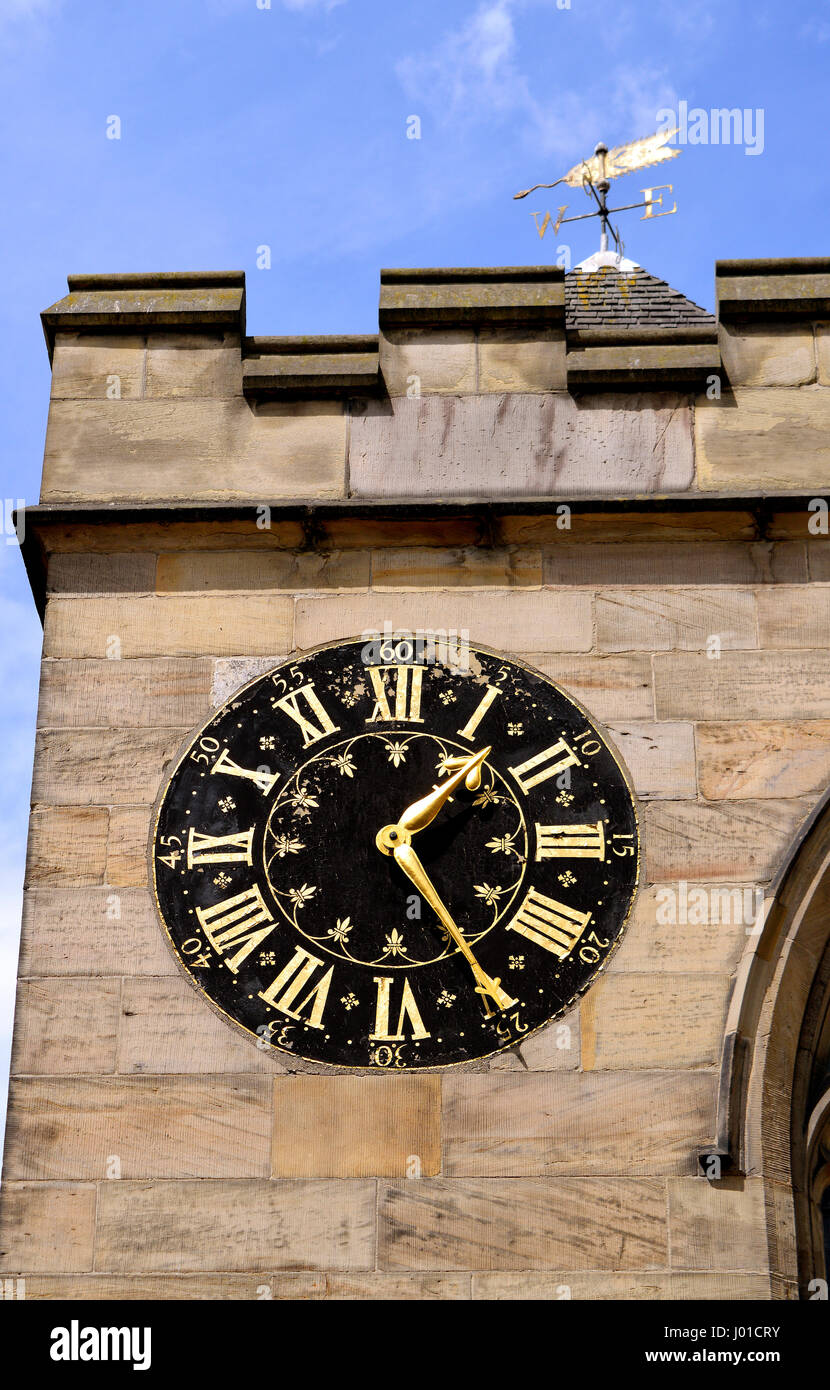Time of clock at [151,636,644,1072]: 1:24
